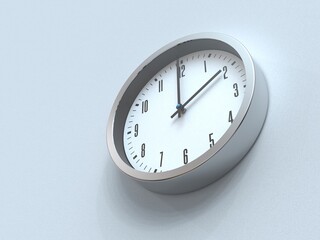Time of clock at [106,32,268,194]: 1:59
